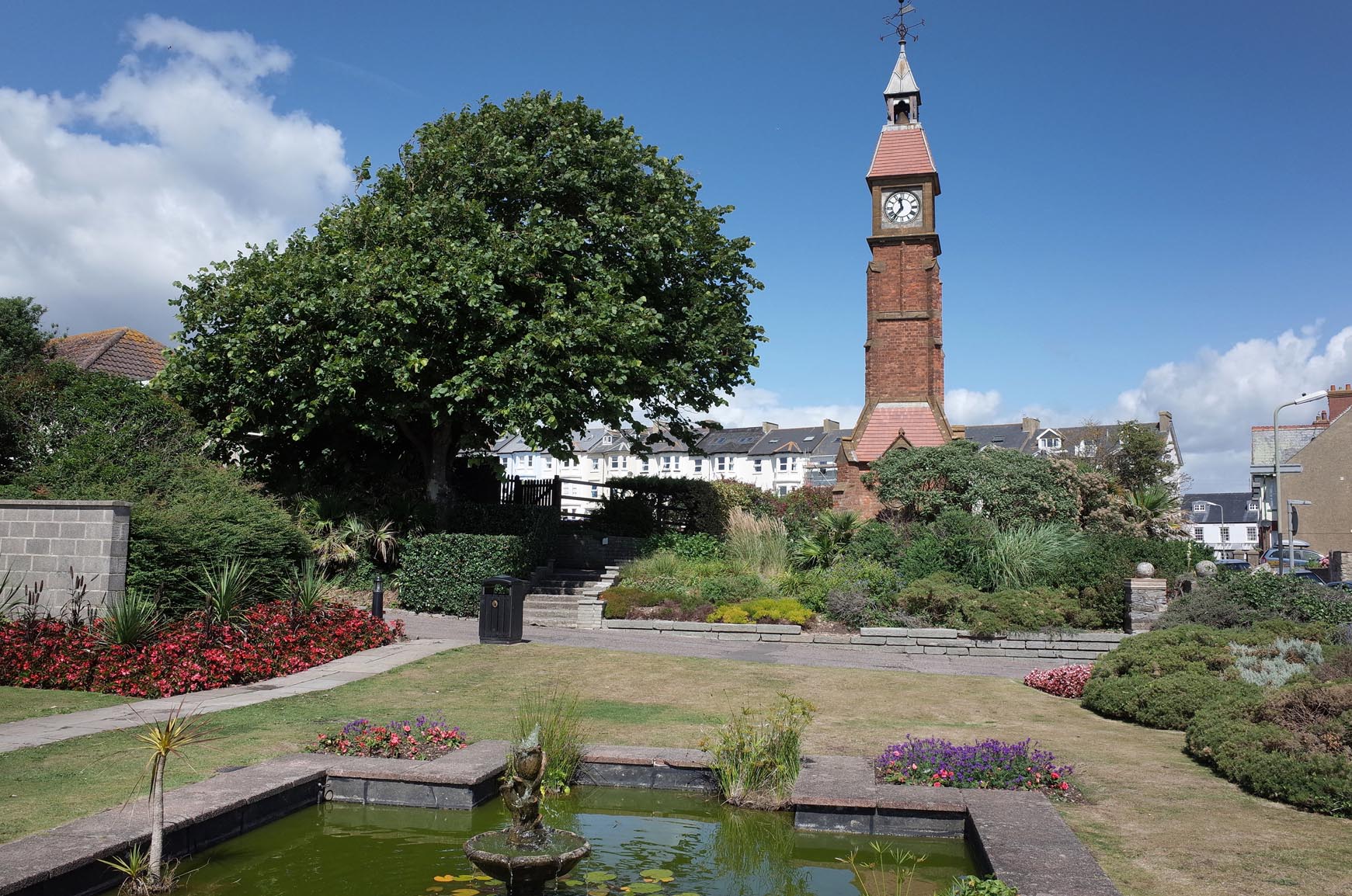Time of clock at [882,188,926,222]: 11:36
